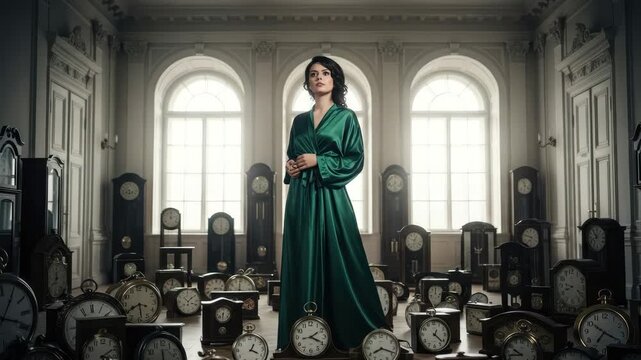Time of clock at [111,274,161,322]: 5:40
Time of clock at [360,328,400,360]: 8:18
